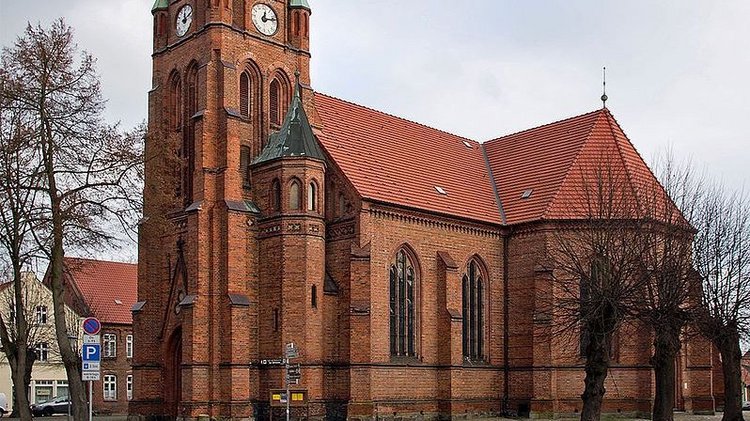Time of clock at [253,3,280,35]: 12:12
